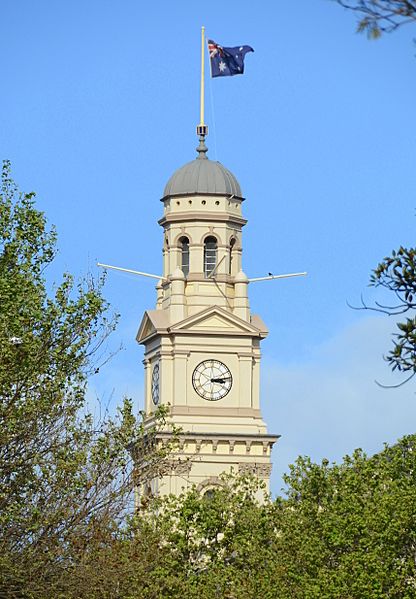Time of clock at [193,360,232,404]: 3:13
